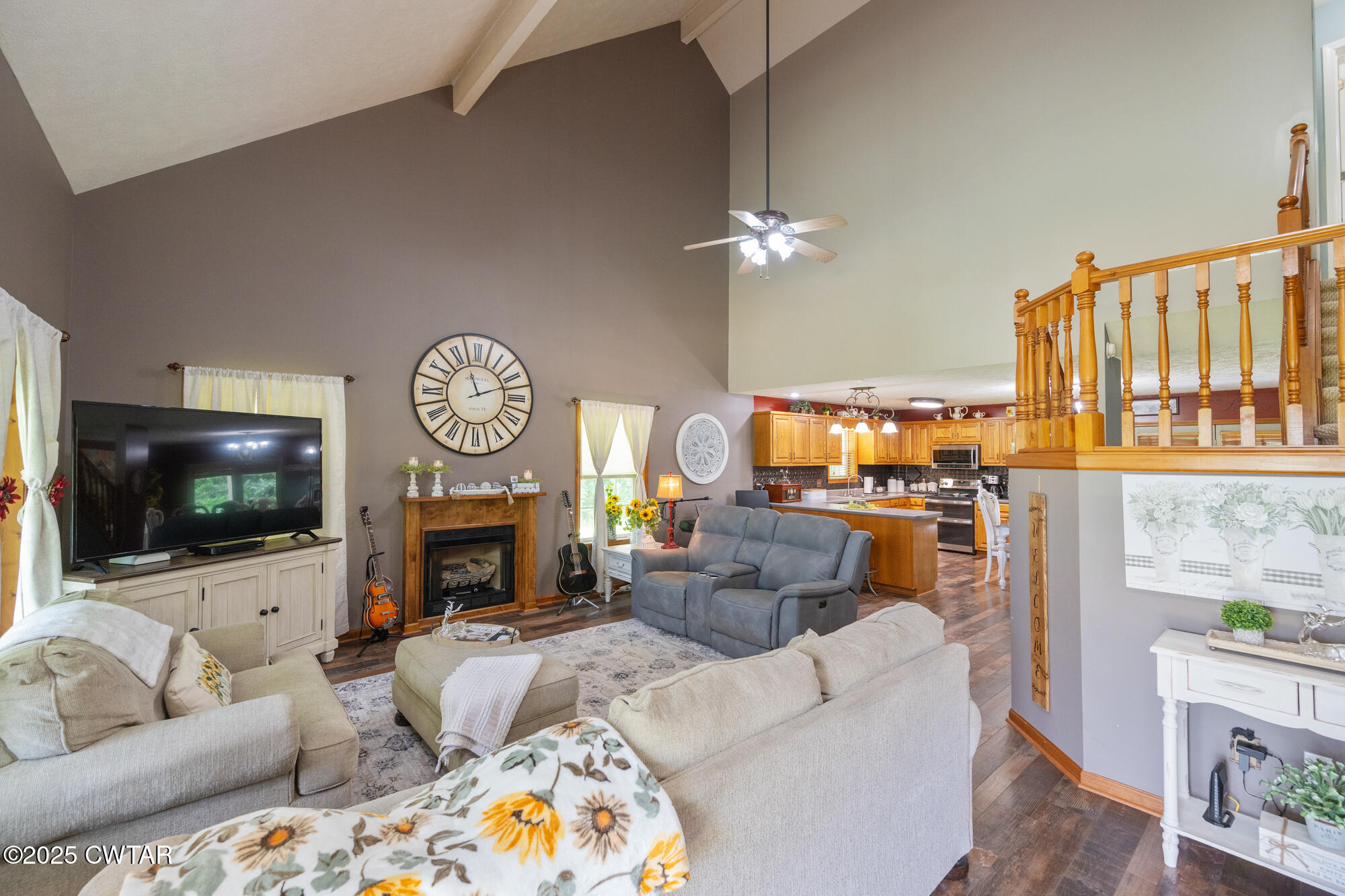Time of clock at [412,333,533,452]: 11:11
